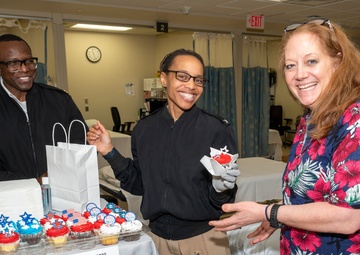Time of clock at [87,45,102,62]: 11:26
